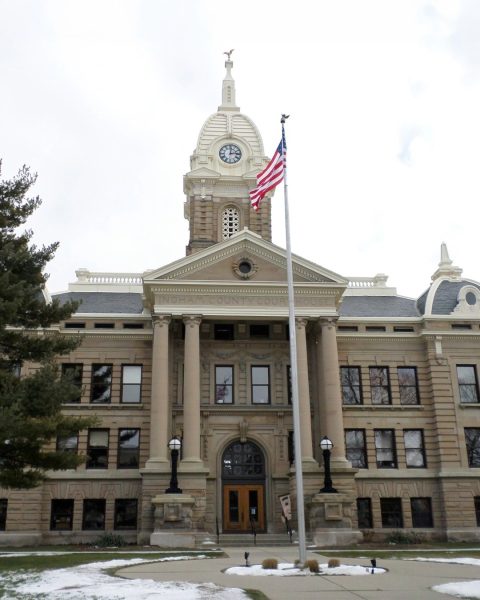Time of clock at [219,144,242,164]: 12:13
